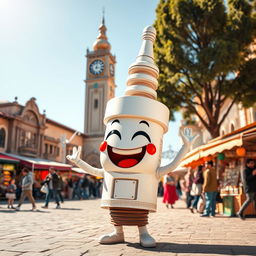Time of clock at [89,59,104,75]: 12:16
